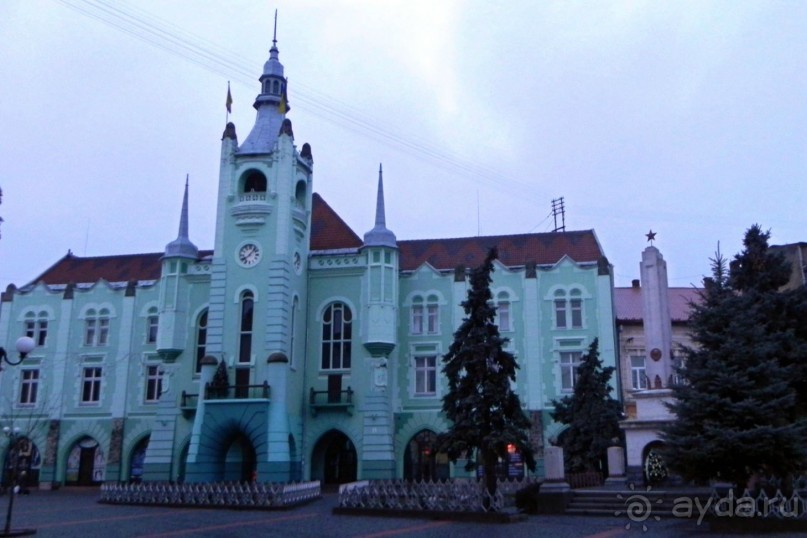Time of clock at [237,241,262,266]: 8:07
